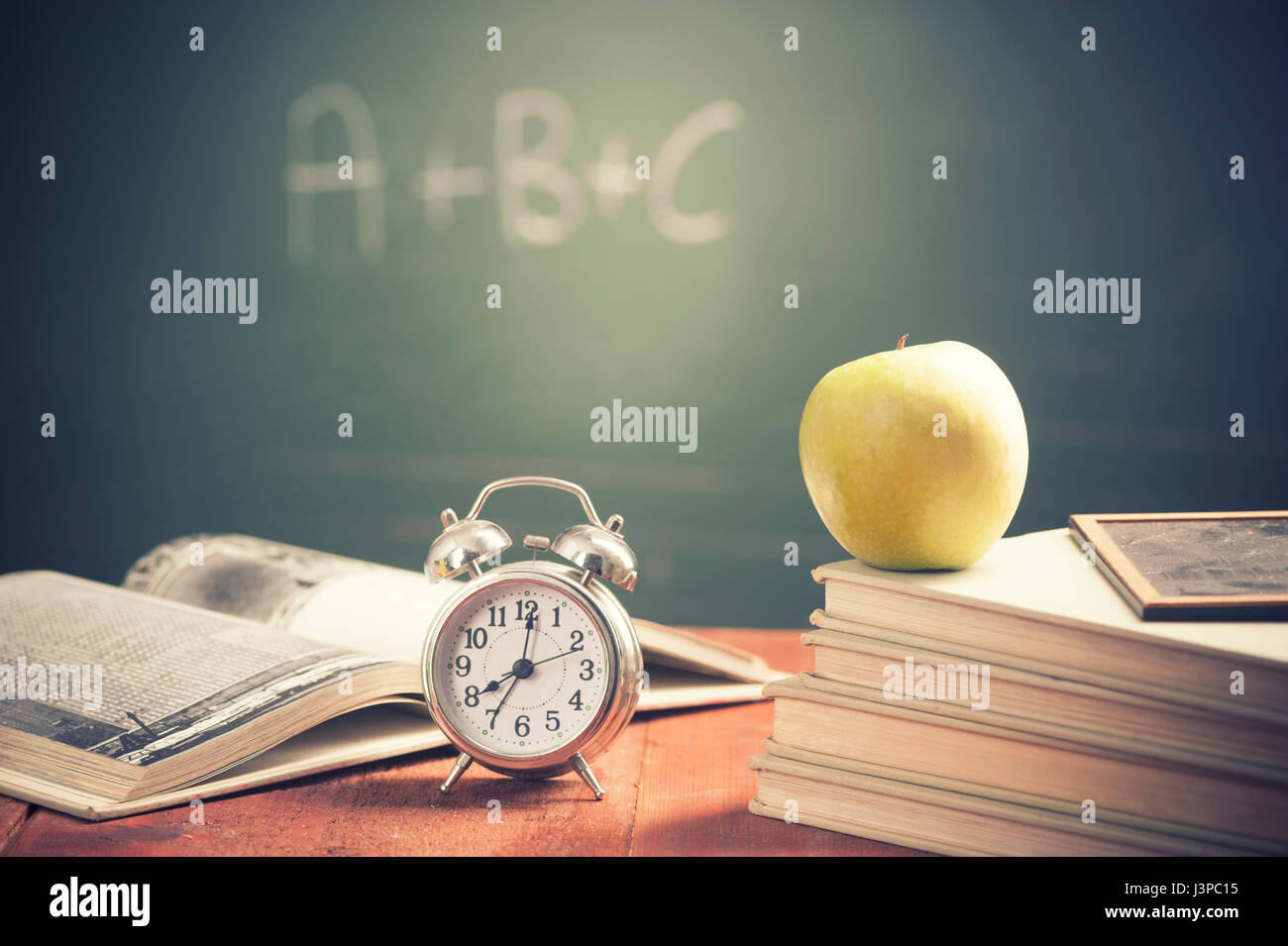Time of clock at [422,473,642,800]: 8:01
